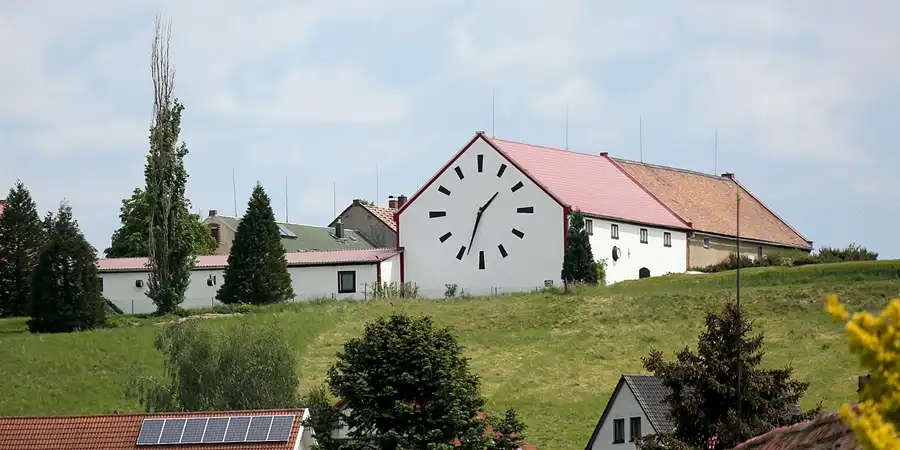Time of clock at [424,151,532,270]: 1:33
